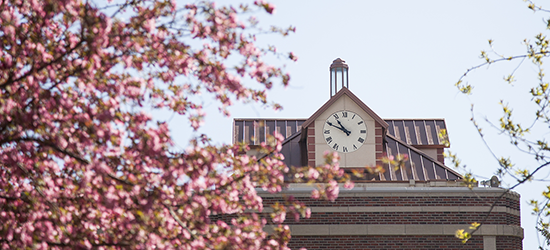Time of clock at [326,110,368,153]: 10:49
